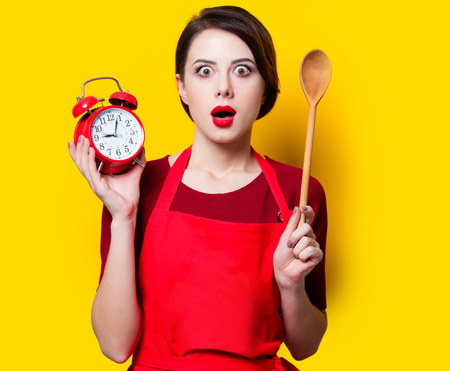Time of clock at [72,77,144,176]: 9:03
